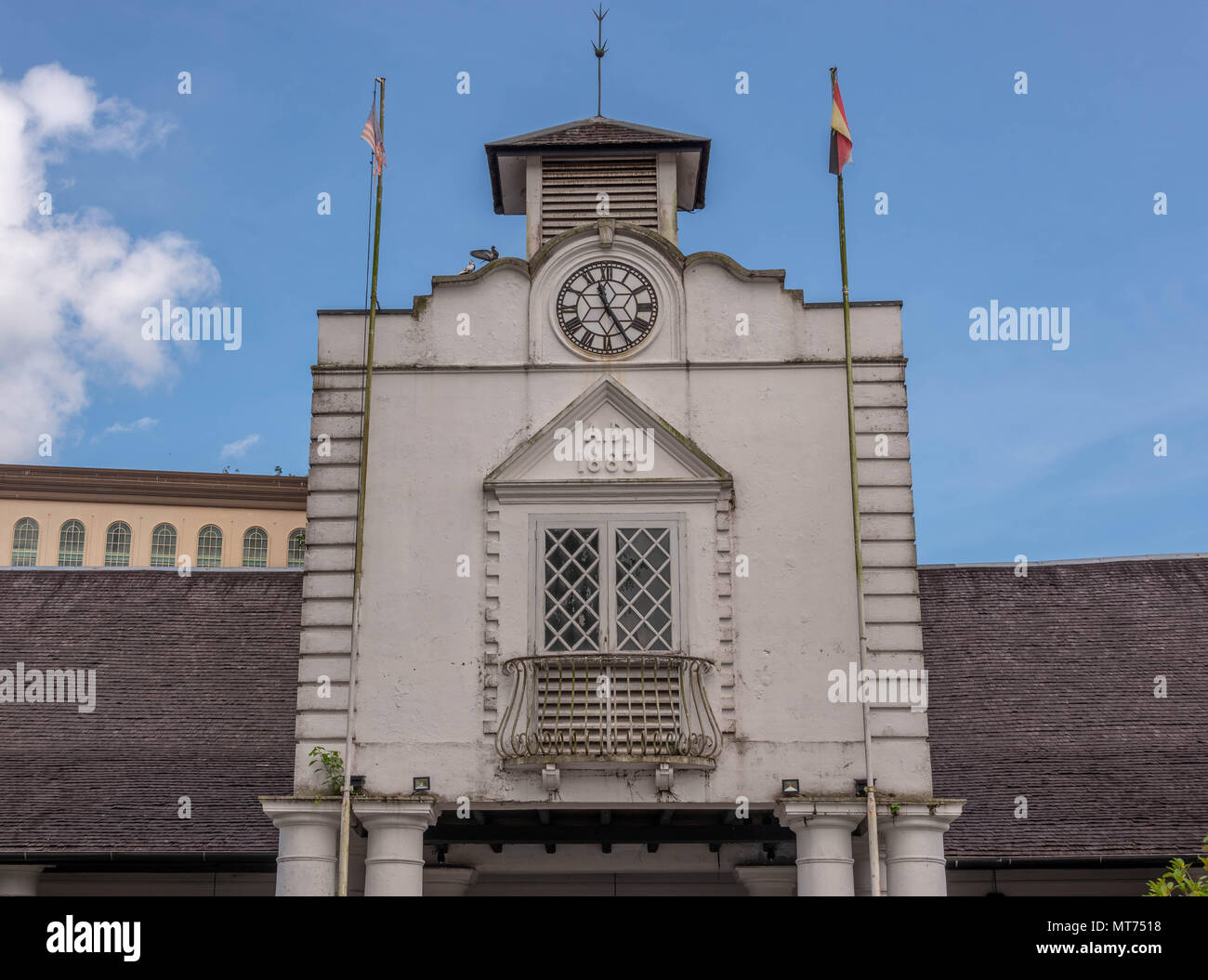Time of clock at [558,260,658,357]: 11:24
